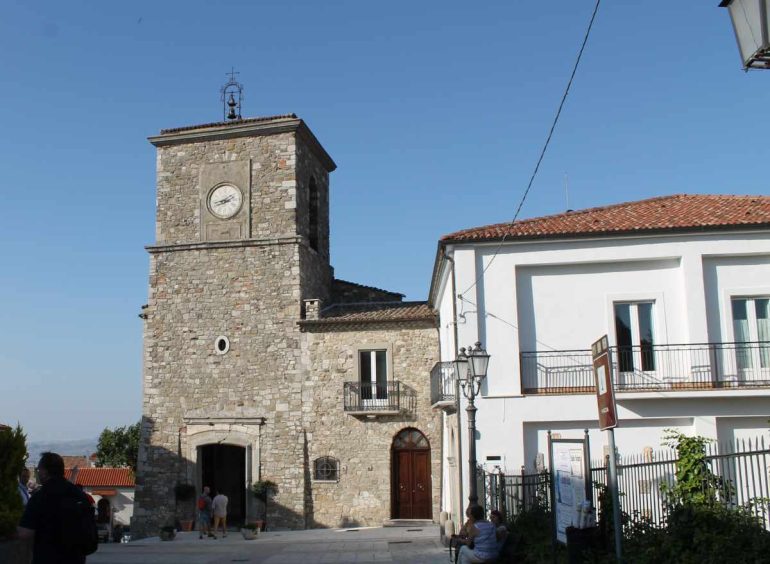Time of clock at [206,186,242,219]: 1:43
